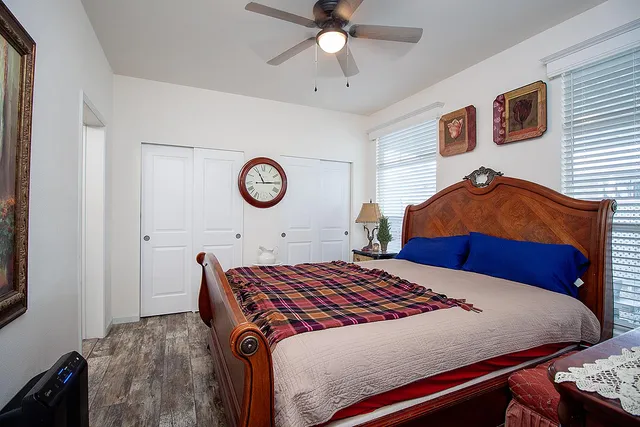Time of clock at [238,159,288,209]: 11:14
